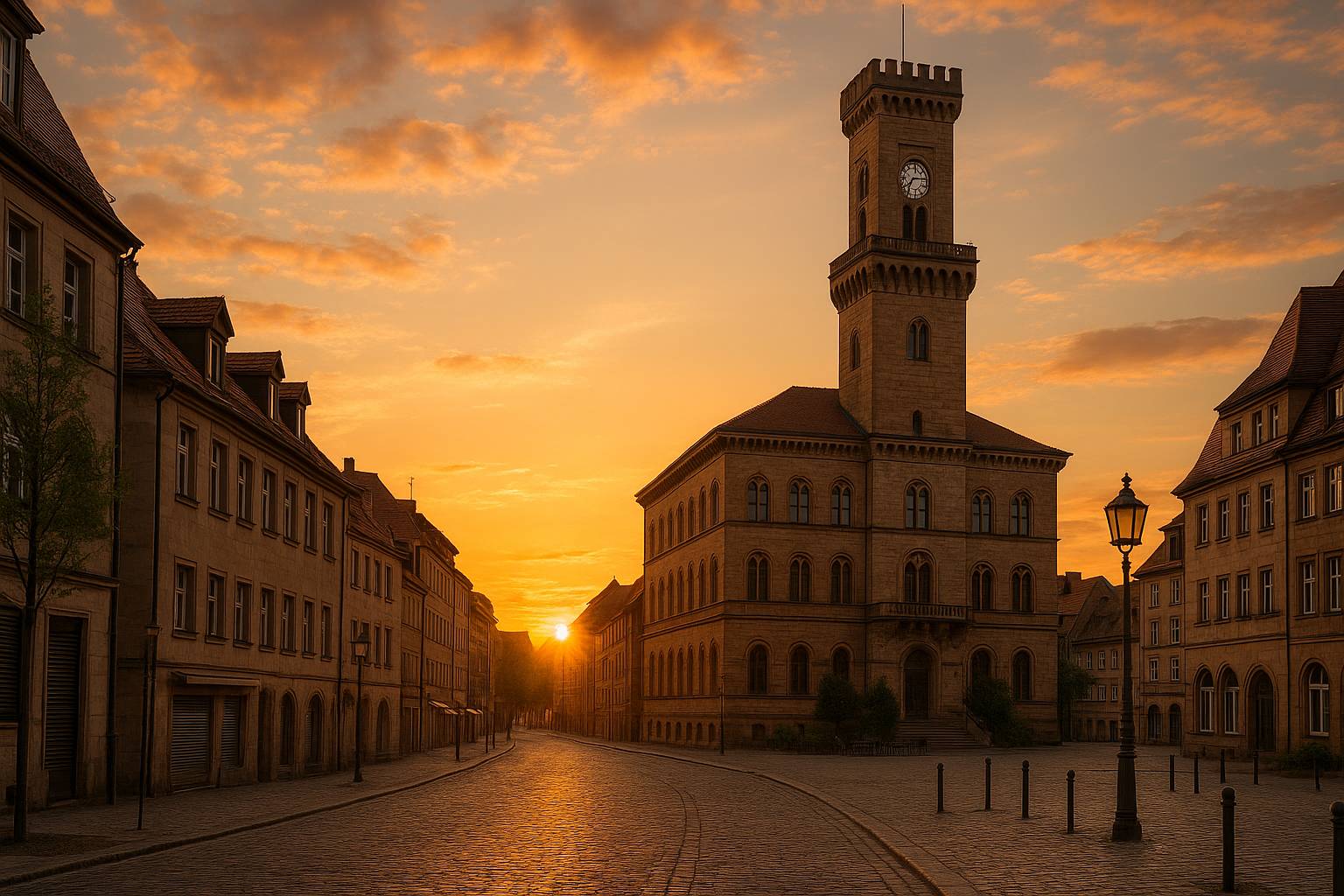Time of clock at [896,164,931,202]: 7:15
